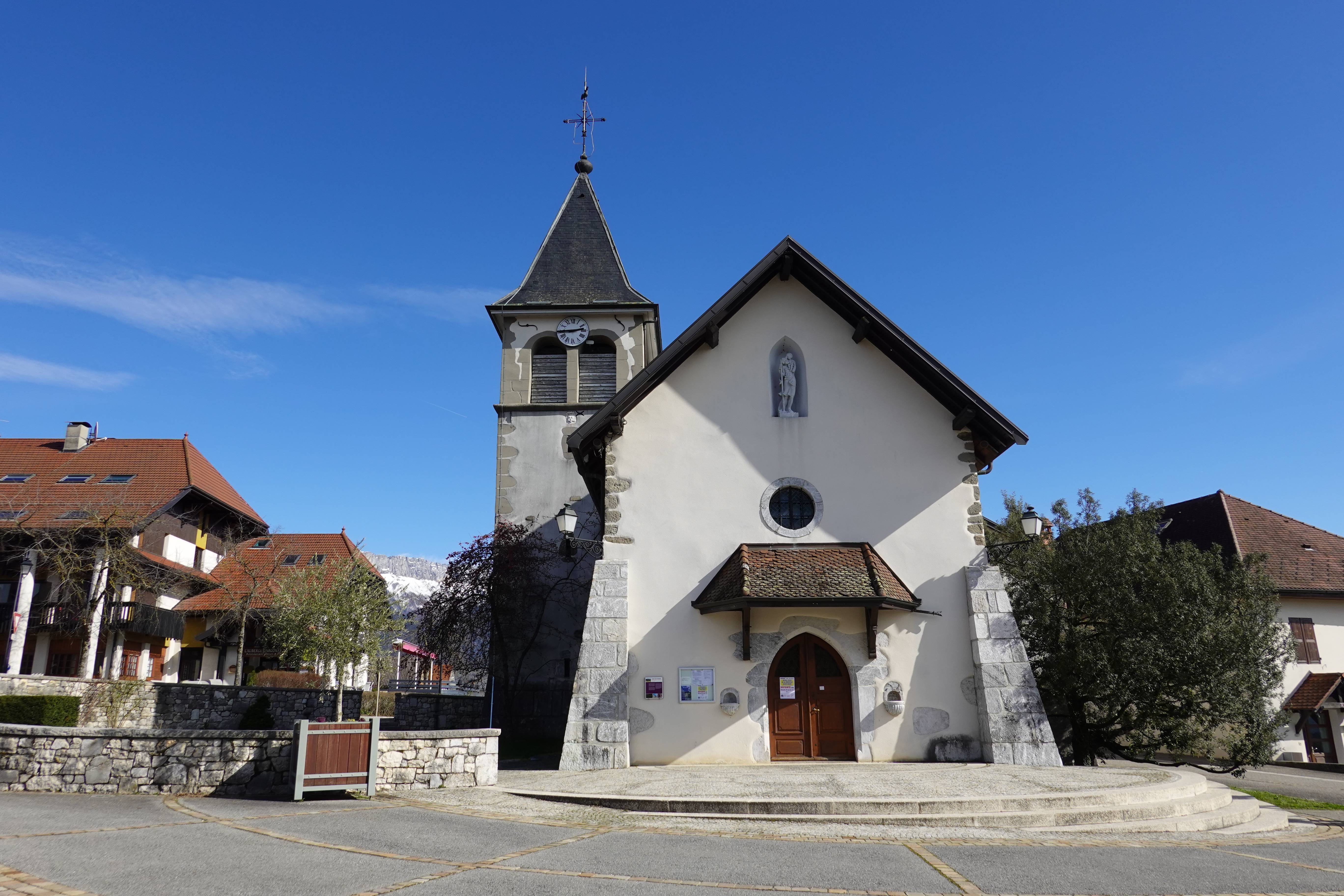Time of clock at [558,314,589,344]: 2:44
